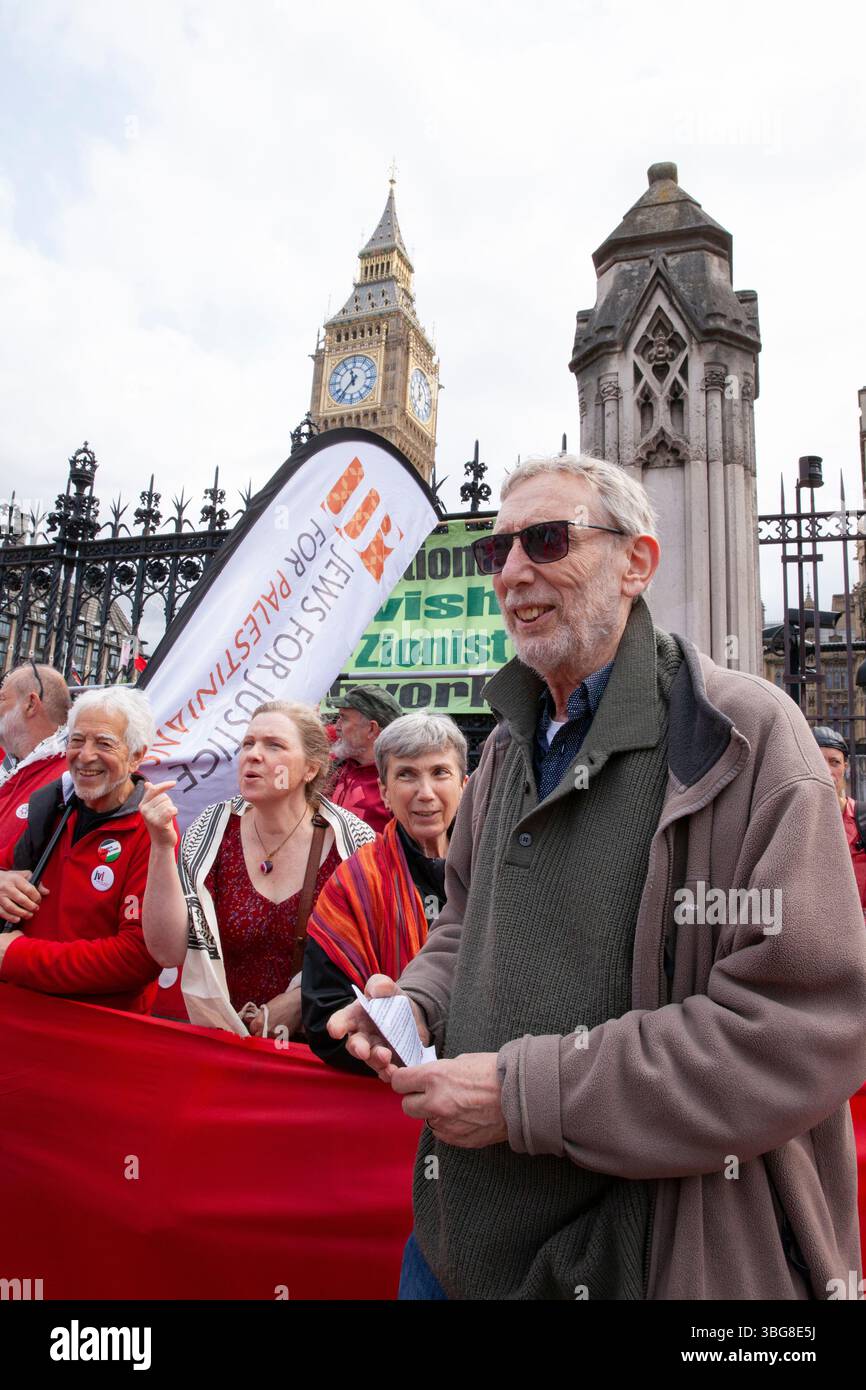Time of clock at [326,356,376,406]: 11:36
